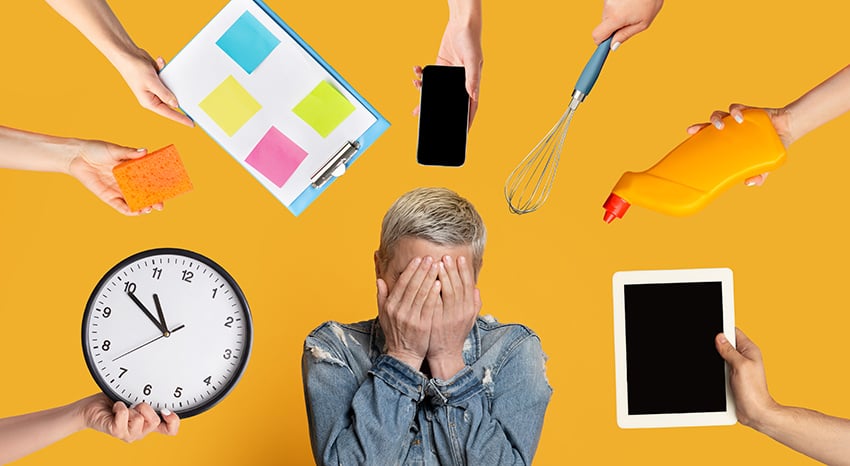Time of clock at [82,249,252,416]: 10:49
